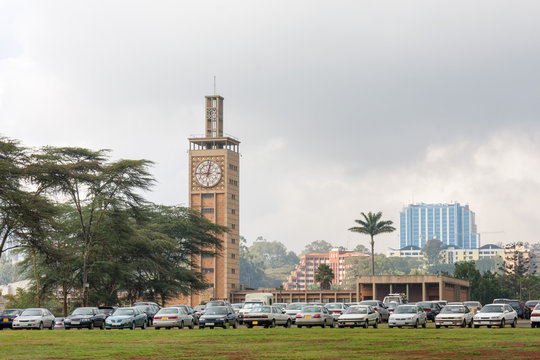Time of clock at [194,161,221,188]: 9:01
